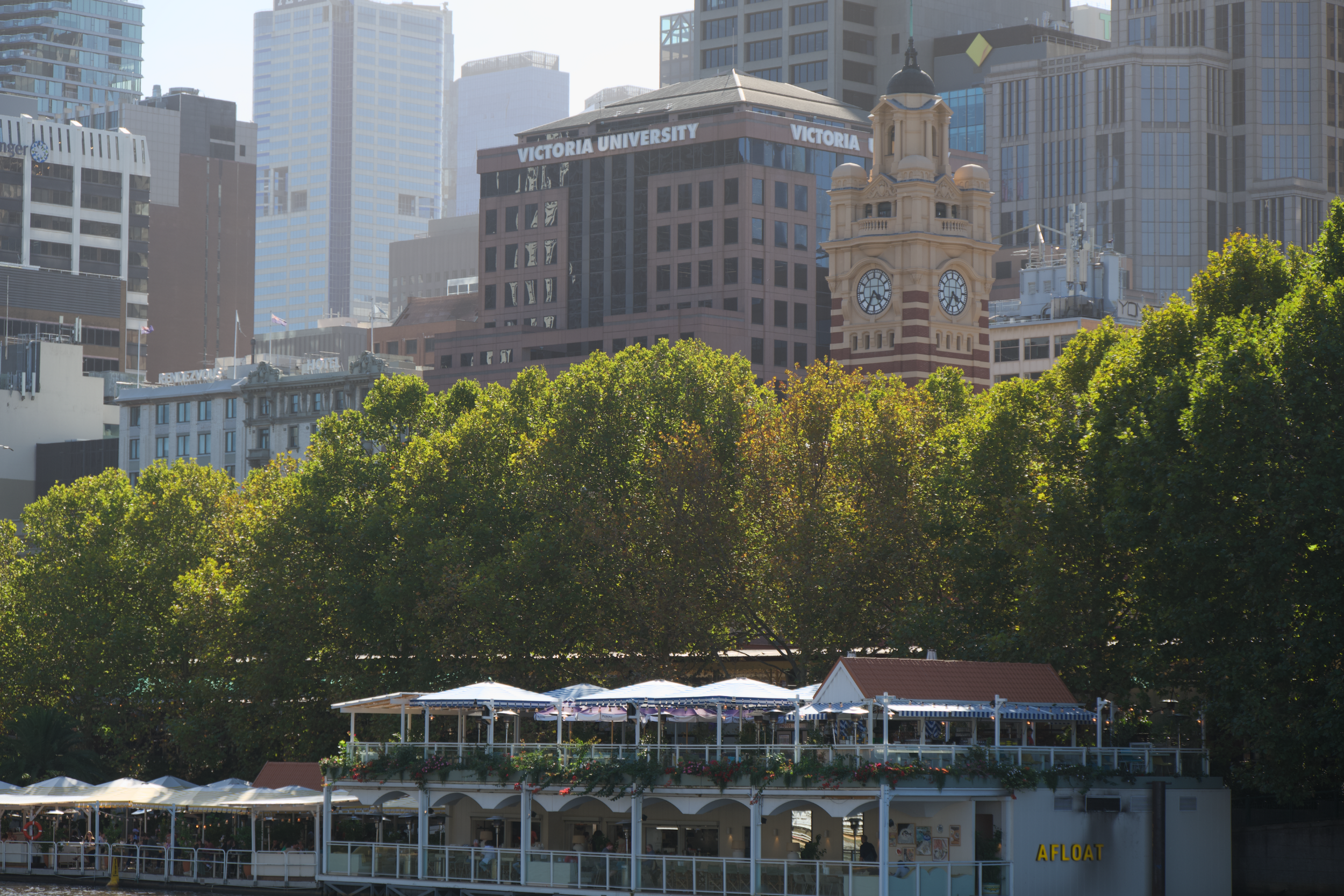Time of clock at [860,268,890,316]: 4:34
